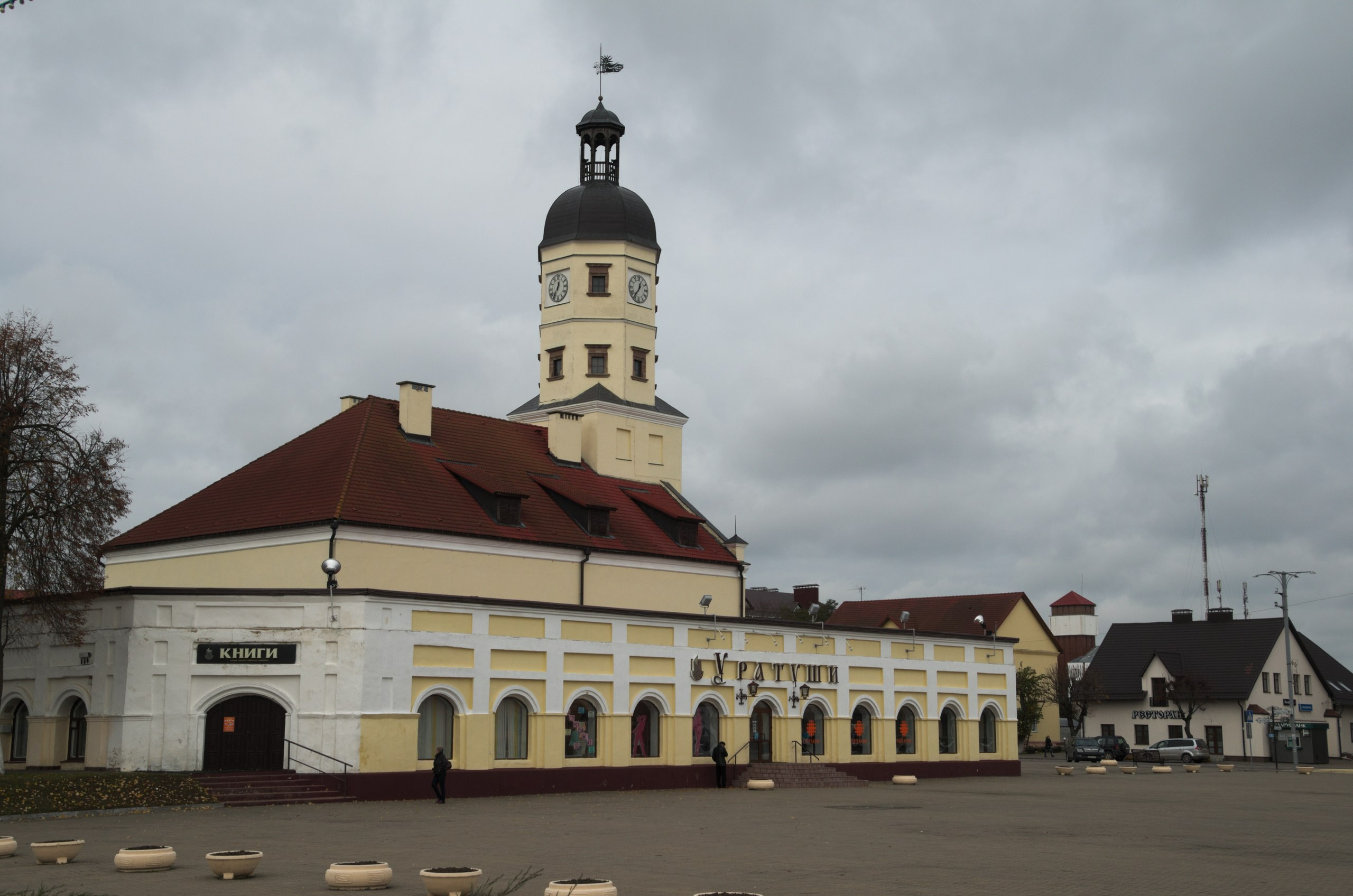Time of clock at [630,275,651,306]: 12:36
